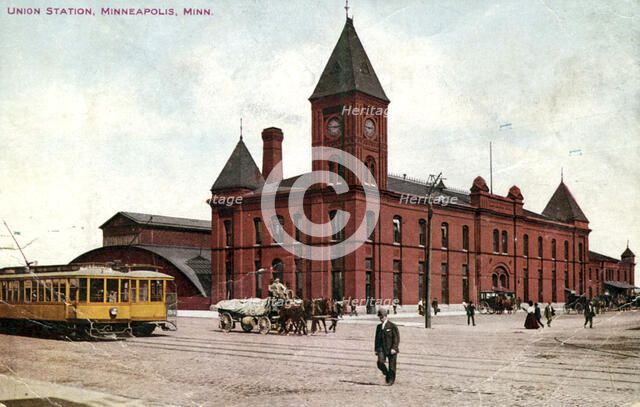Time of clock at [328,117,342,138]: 2:45
